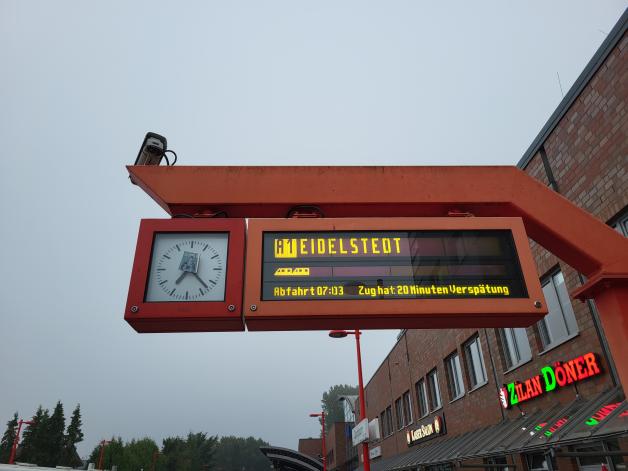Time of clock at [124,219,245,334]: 7:22
